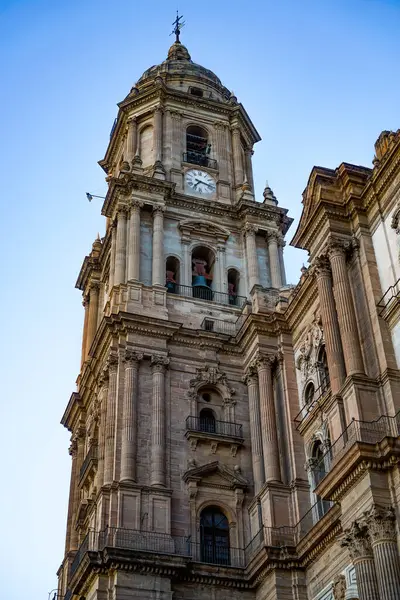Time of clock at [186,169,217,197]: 7:17
